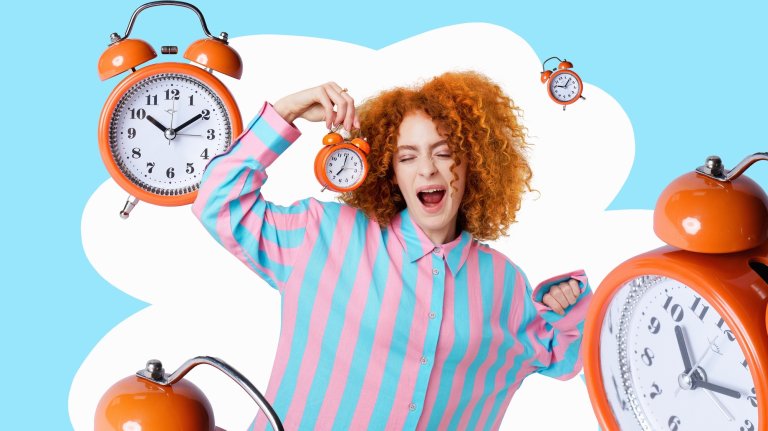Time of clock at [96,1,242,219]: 10:09
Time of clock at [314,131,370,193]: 7:01
